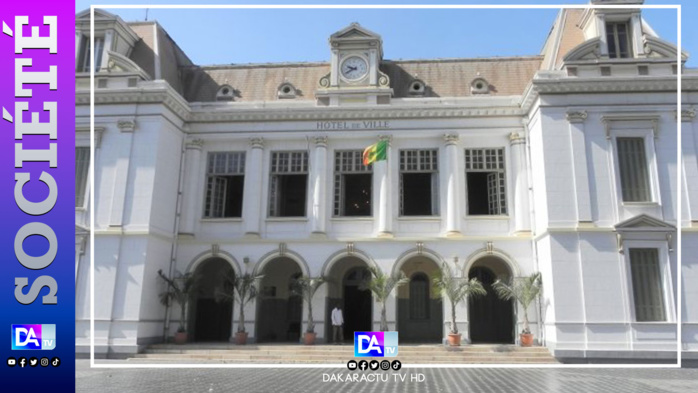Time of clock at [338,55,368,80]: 9:40
